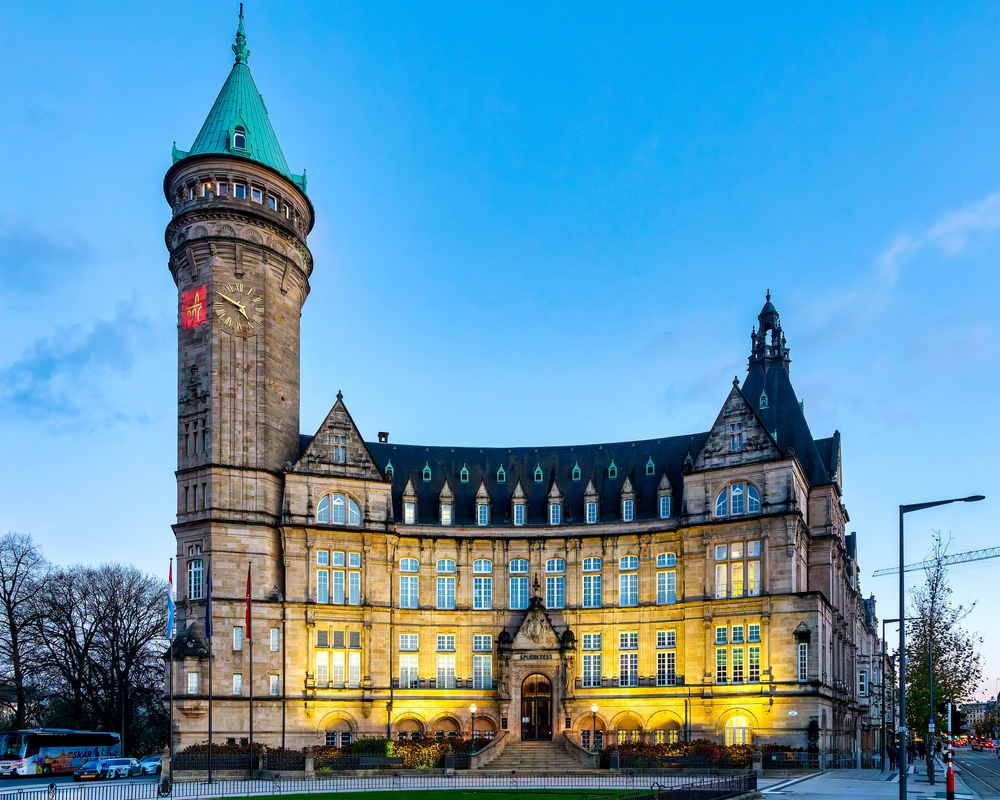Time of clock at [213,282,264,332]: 4:49
